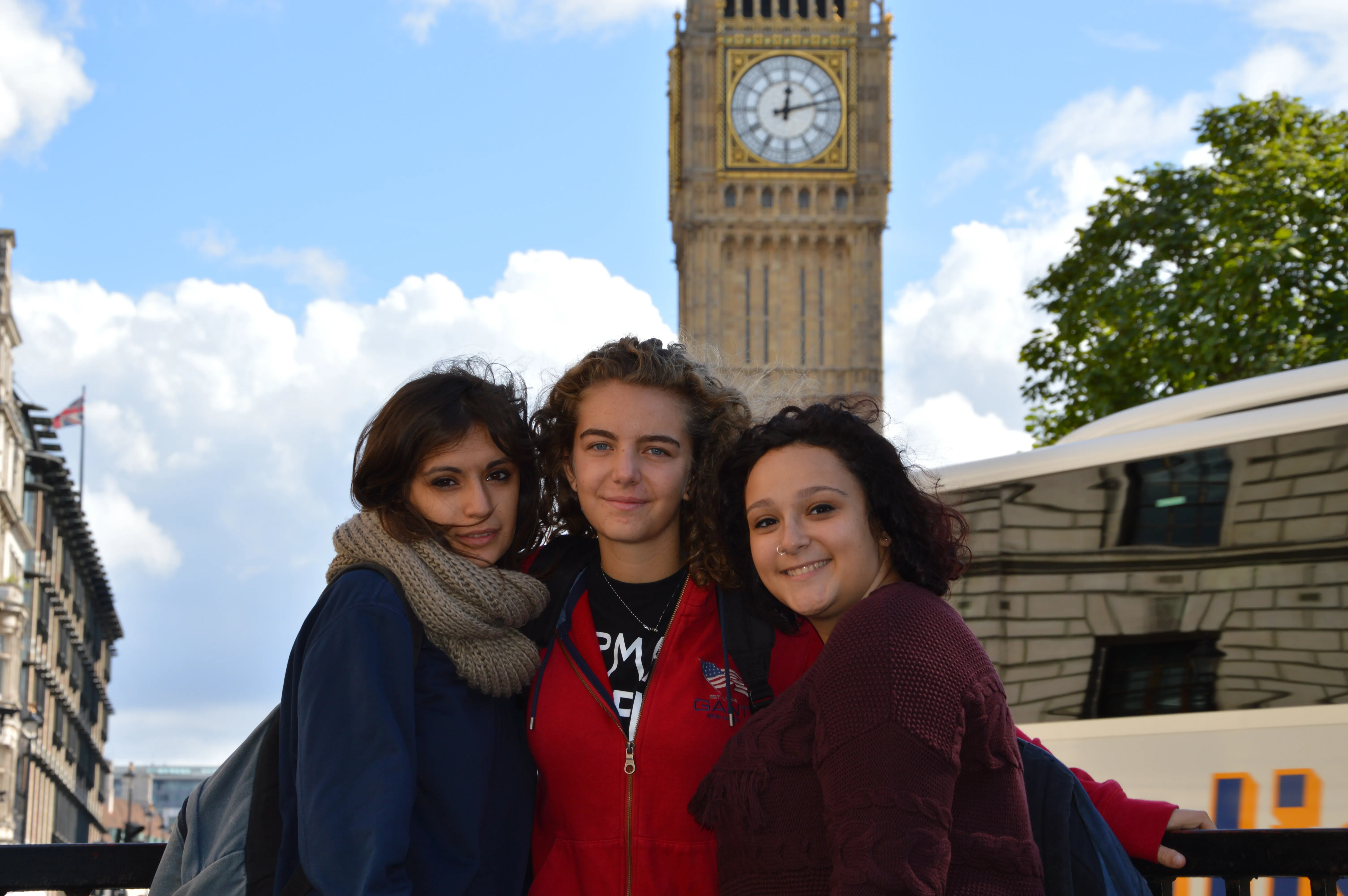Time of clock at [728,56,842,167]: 12:12
